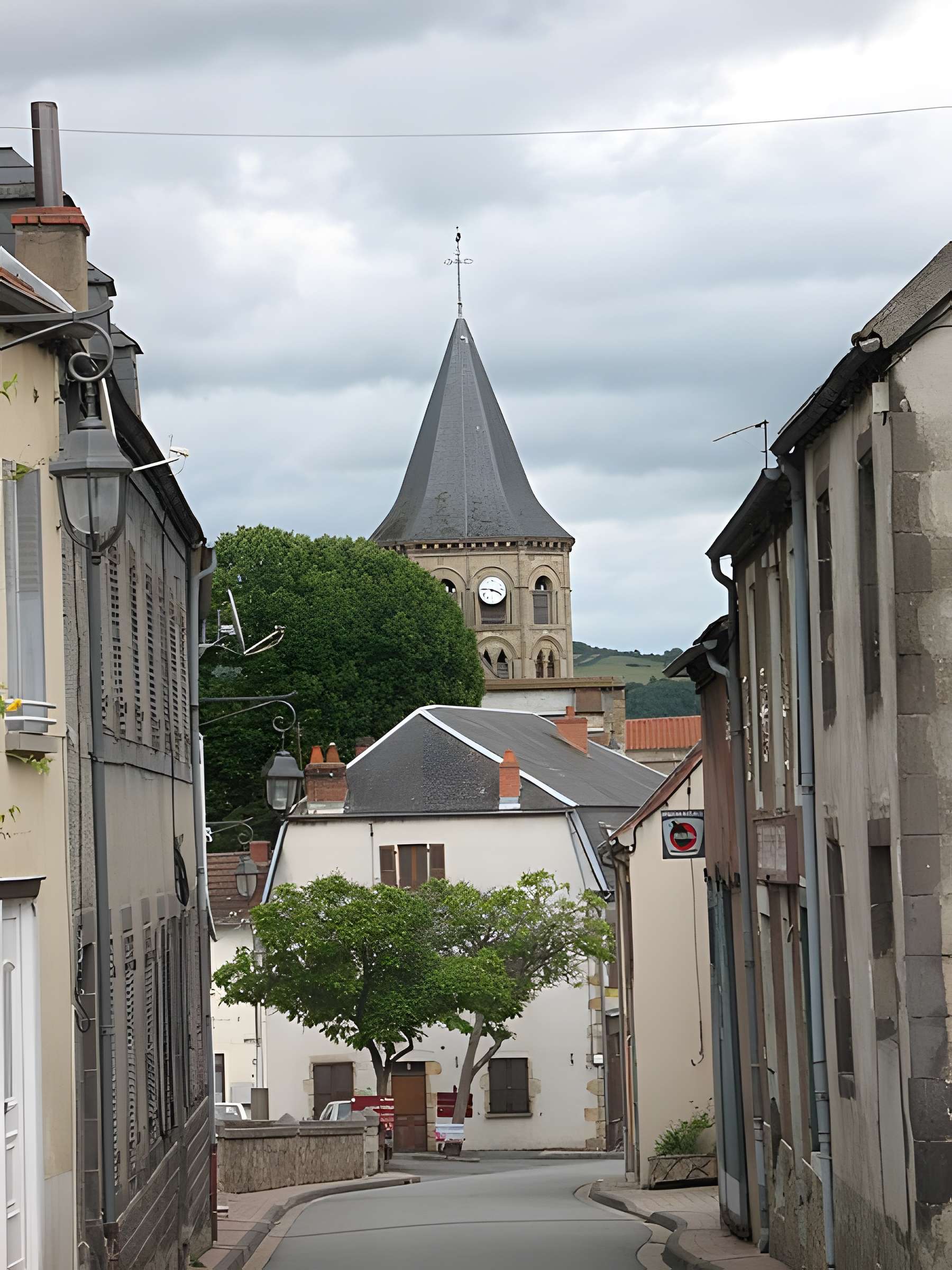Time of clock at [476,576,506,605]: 3:45
